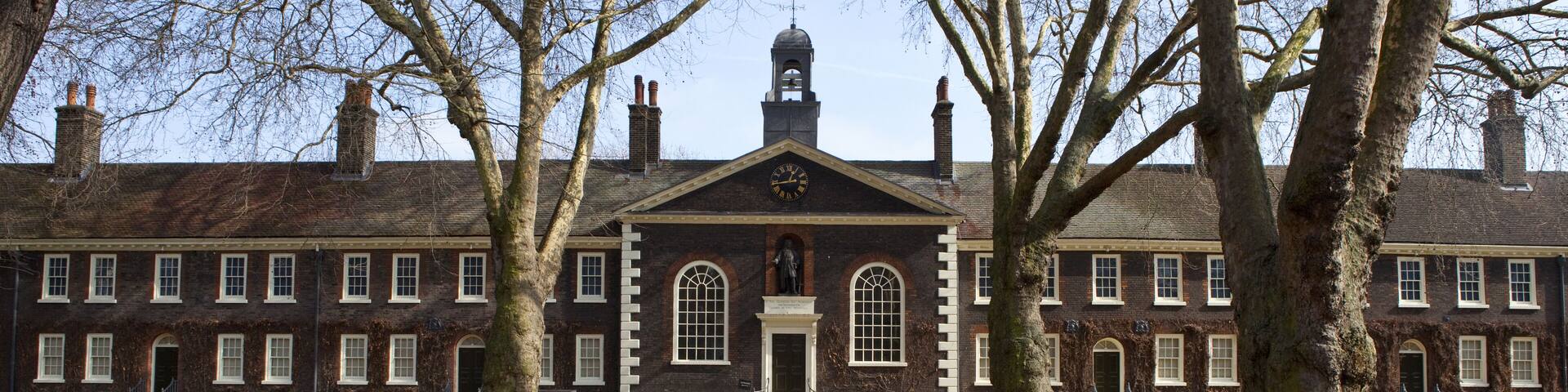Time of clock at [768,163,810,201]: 12:43
